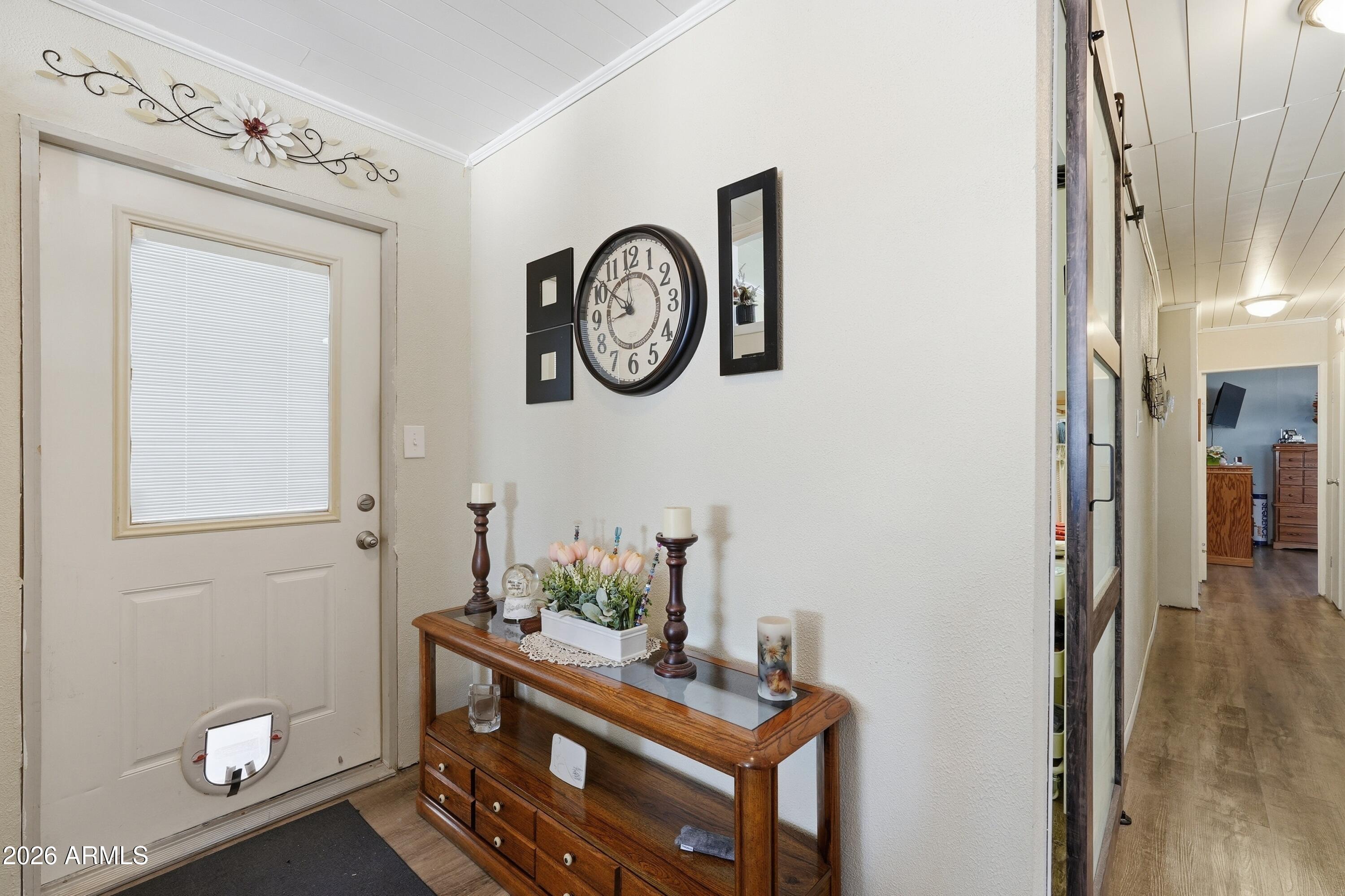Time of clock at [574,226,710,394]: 8:51
